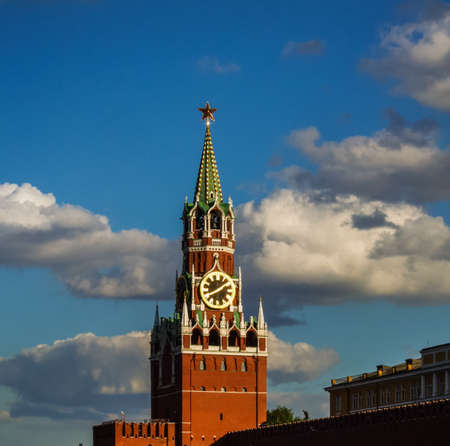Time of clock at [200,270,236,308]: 1:40
